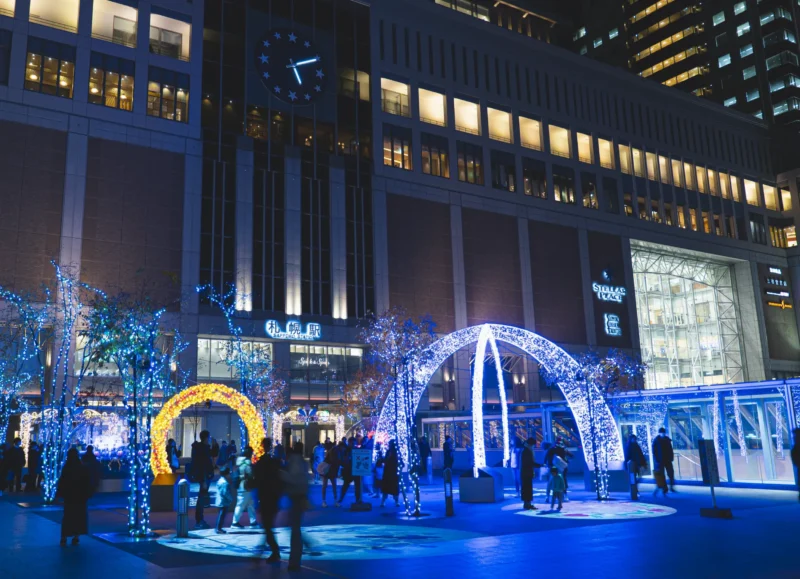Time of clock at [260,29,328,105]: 5:10
